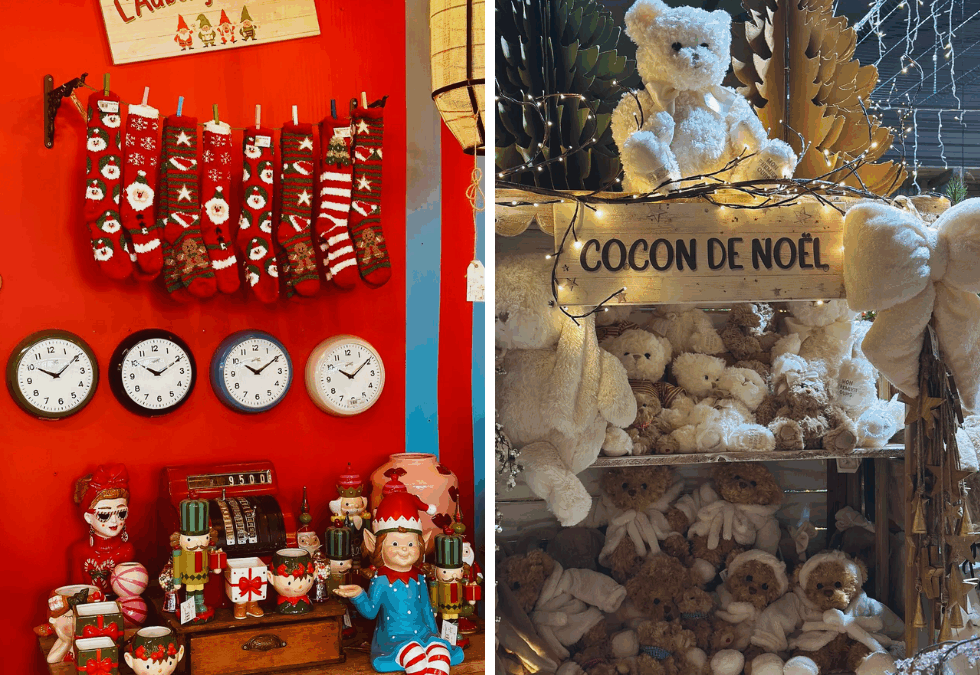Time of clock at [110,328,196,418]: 10:10
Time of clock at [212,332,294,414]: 10:09
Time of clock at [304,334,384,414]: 10:09
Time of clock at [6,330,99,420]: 10:09
